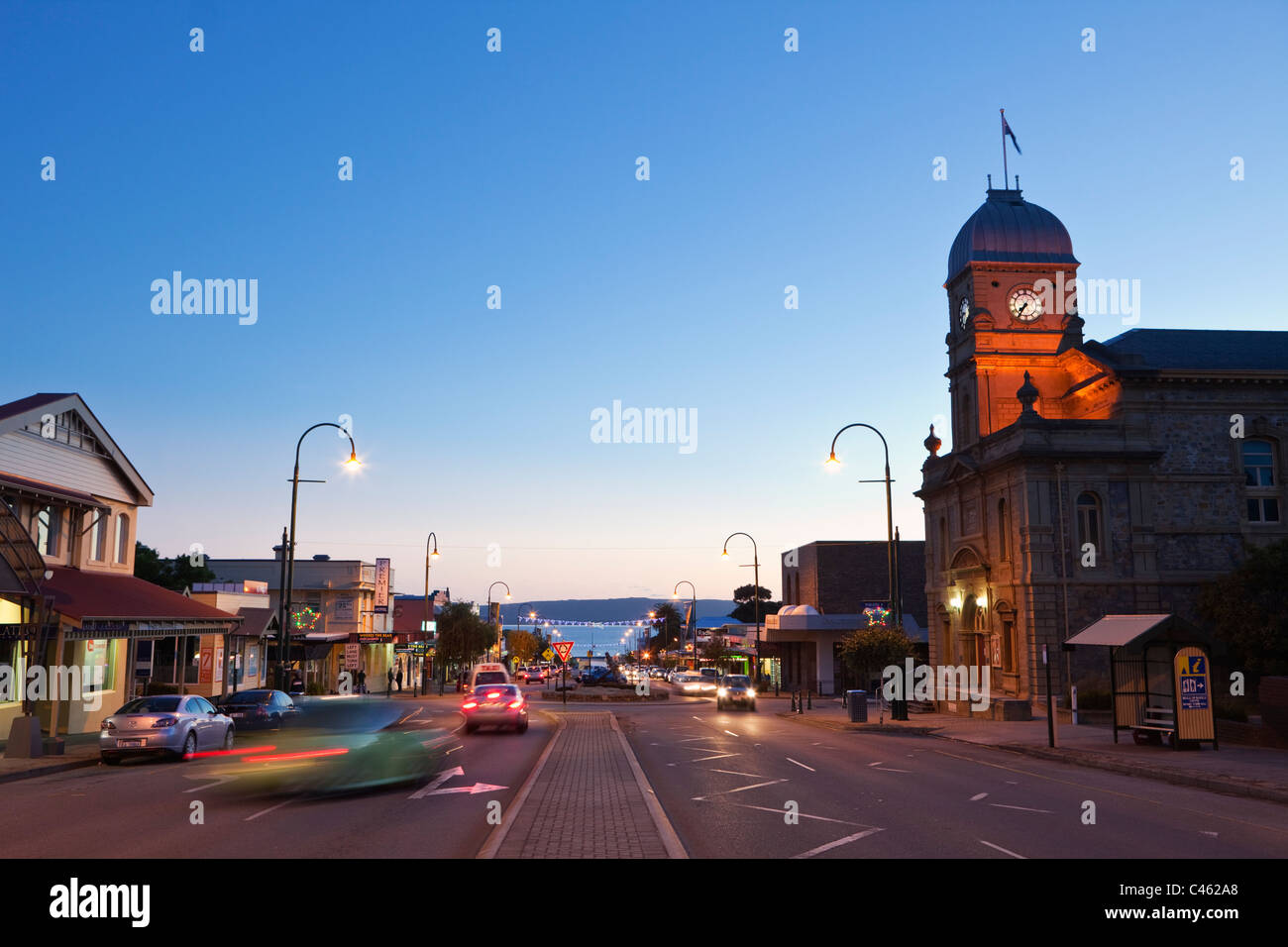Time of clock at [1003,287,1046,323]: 7:35
